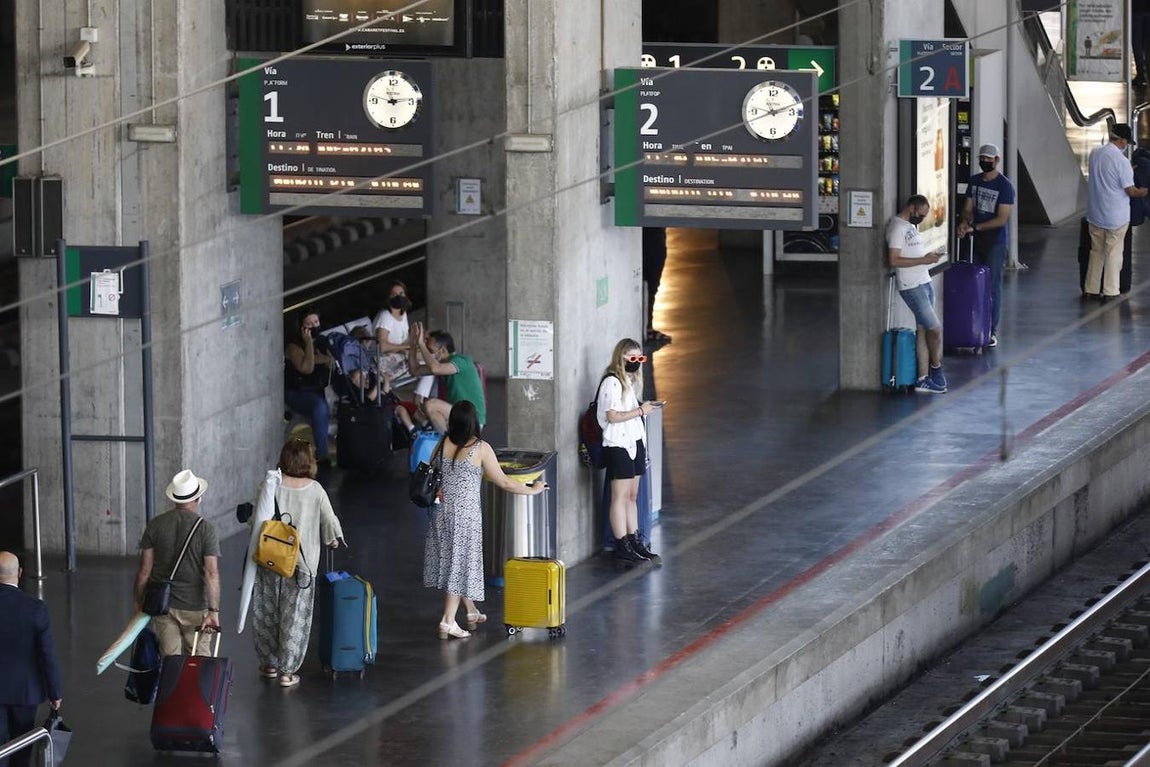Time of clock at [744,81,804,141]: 8:11
